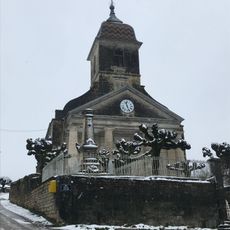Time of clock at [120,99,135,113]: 11:26
